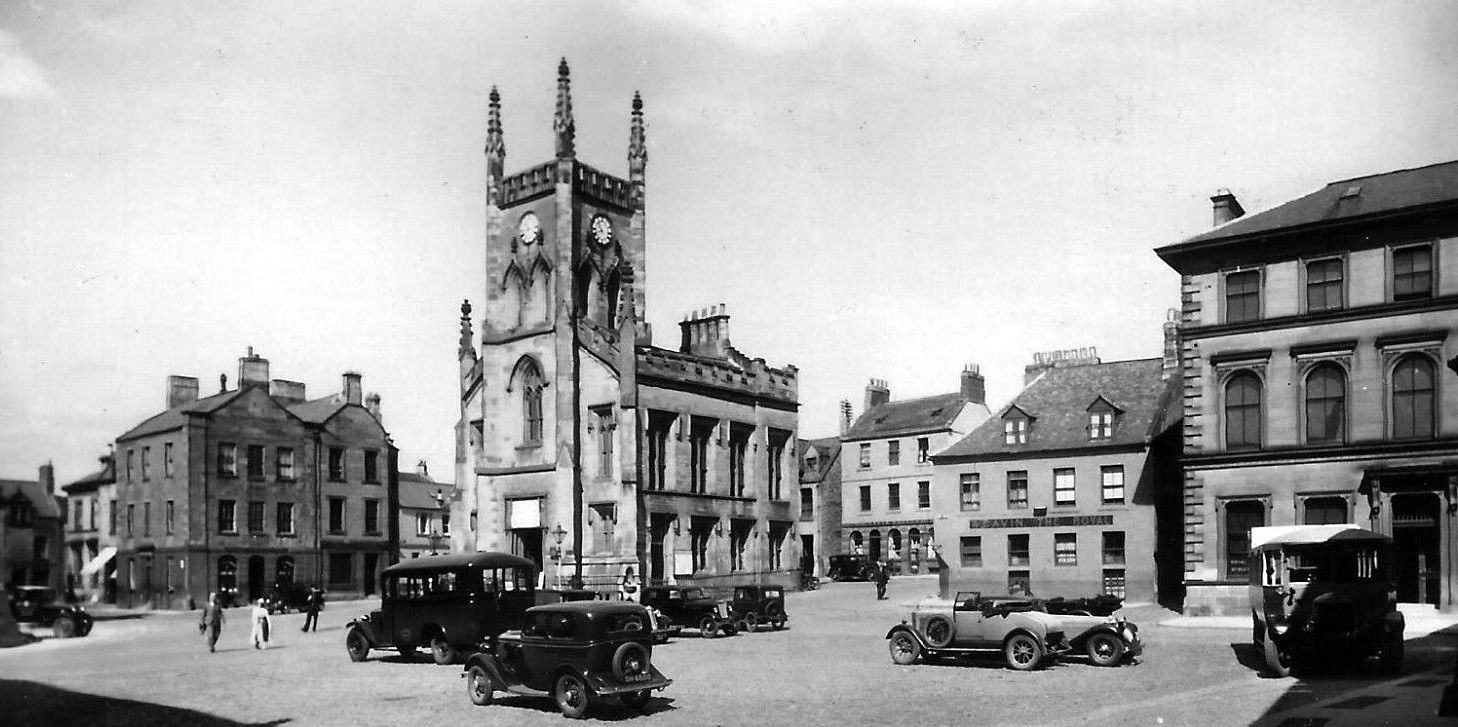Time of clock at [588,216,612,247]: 10:41
